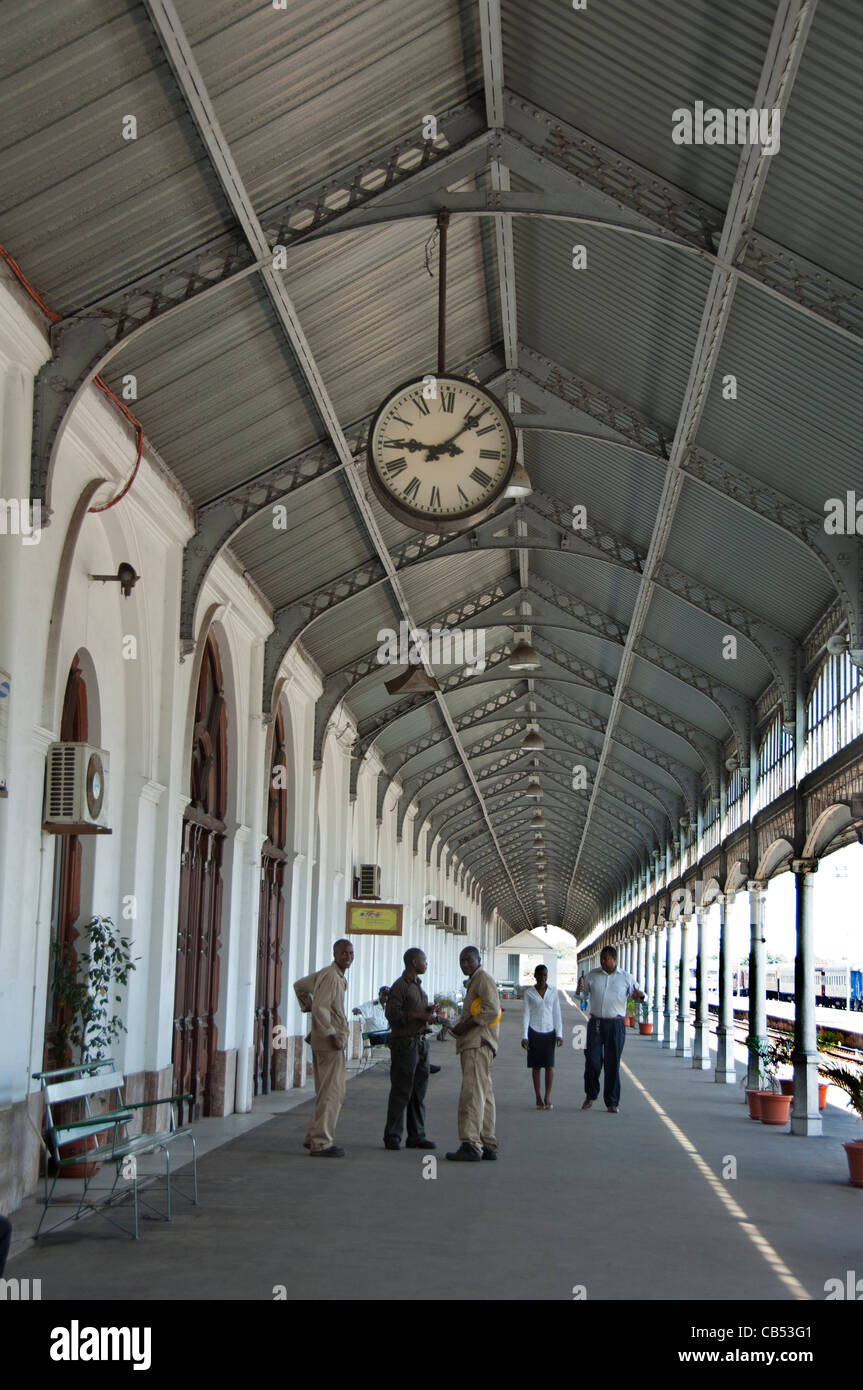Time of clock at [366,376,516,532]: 9:07
